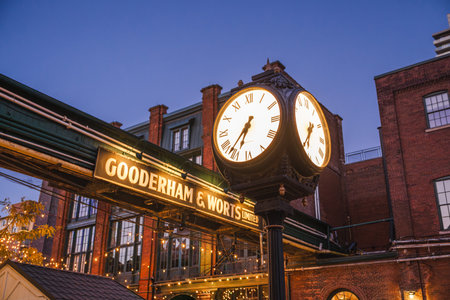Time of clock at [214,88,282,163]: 6:36
